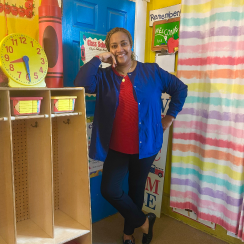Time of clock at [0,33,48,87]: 5:42
